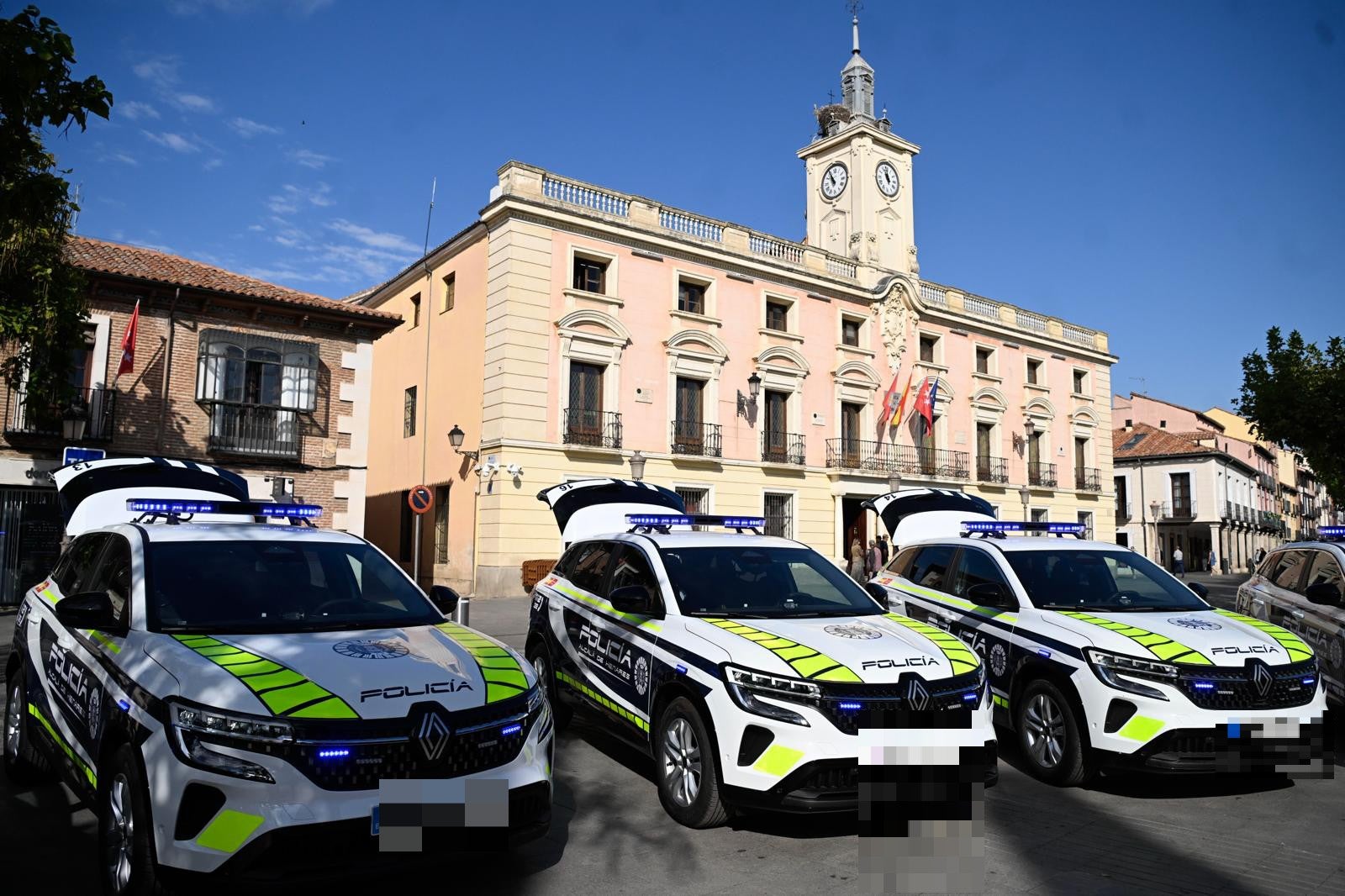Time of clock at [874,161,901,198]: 10:58
